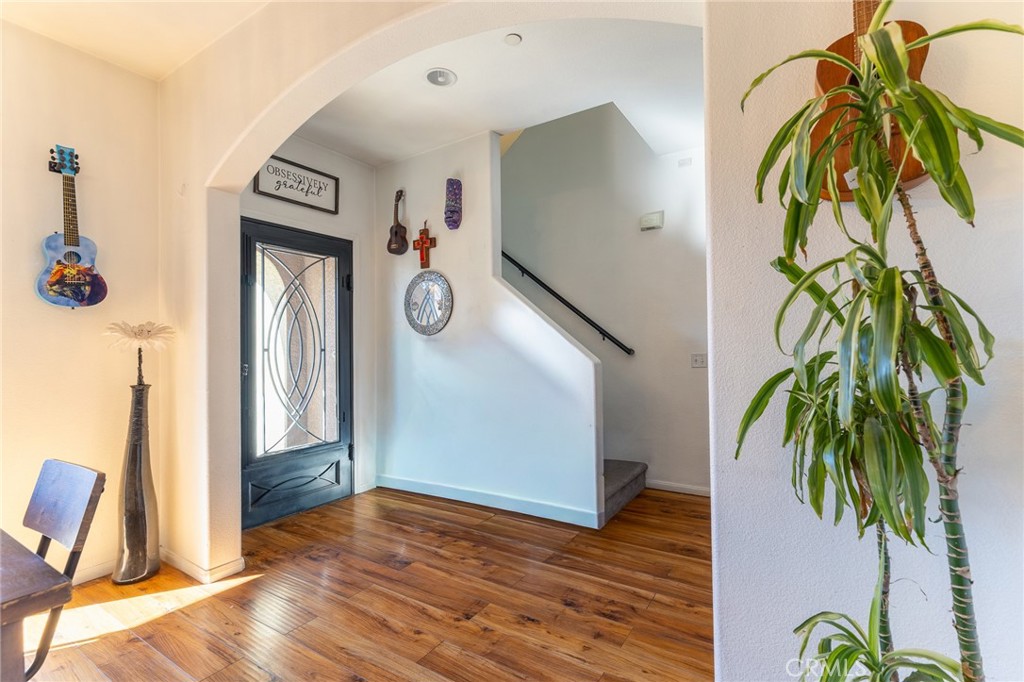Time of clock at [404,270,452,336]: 5:34
